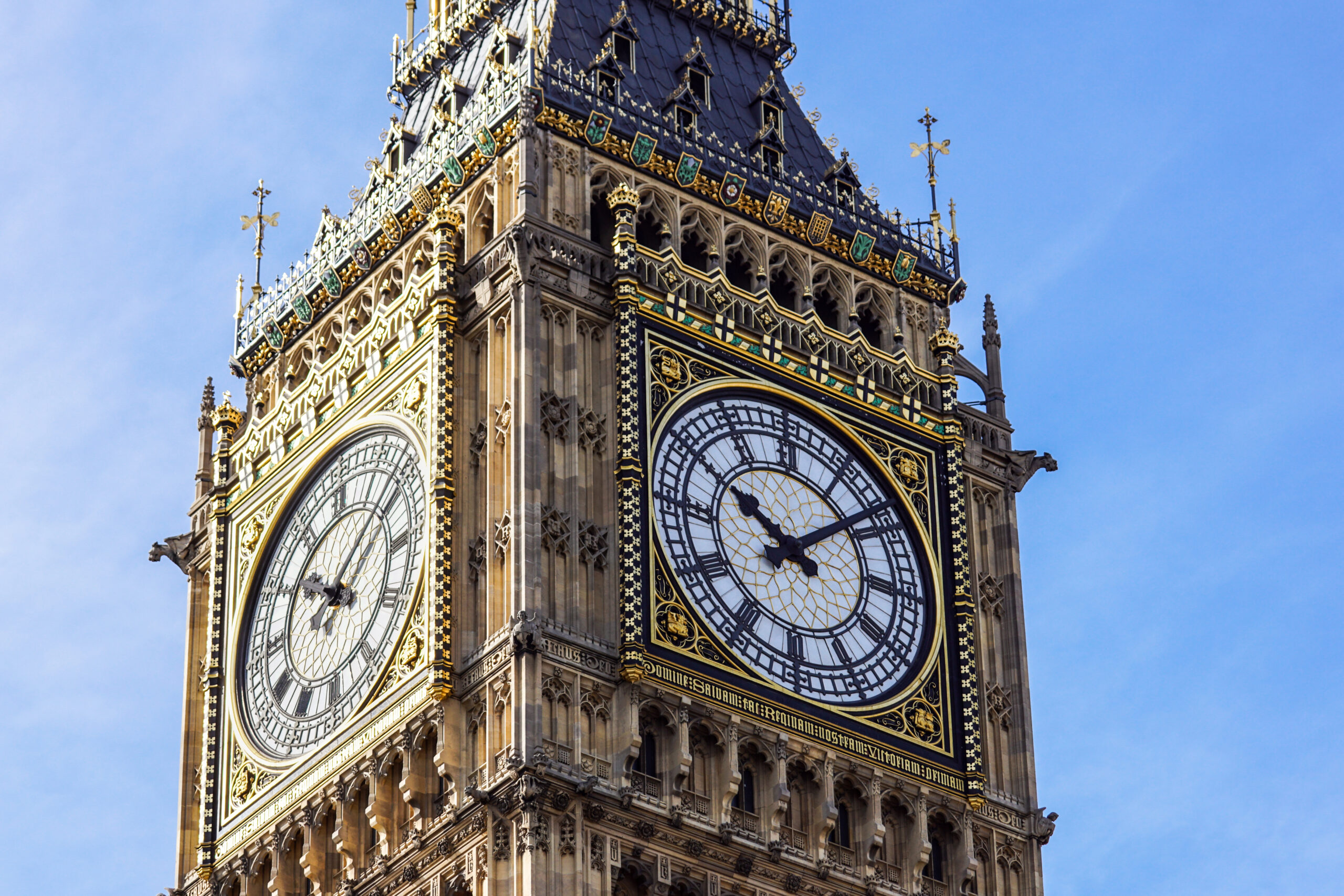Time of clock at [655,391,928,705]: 10:08
